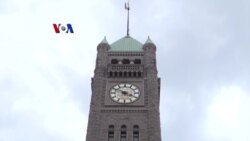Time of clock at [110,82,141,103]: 3:48
